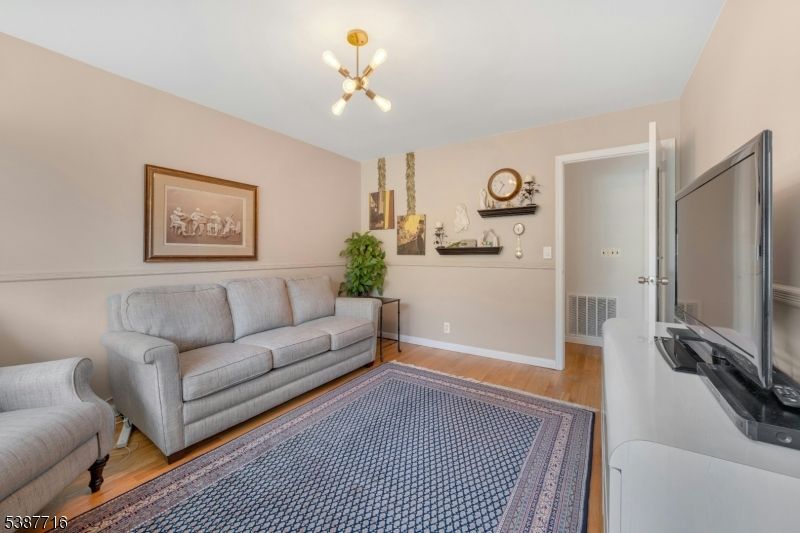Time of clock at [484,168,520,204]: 10:34
